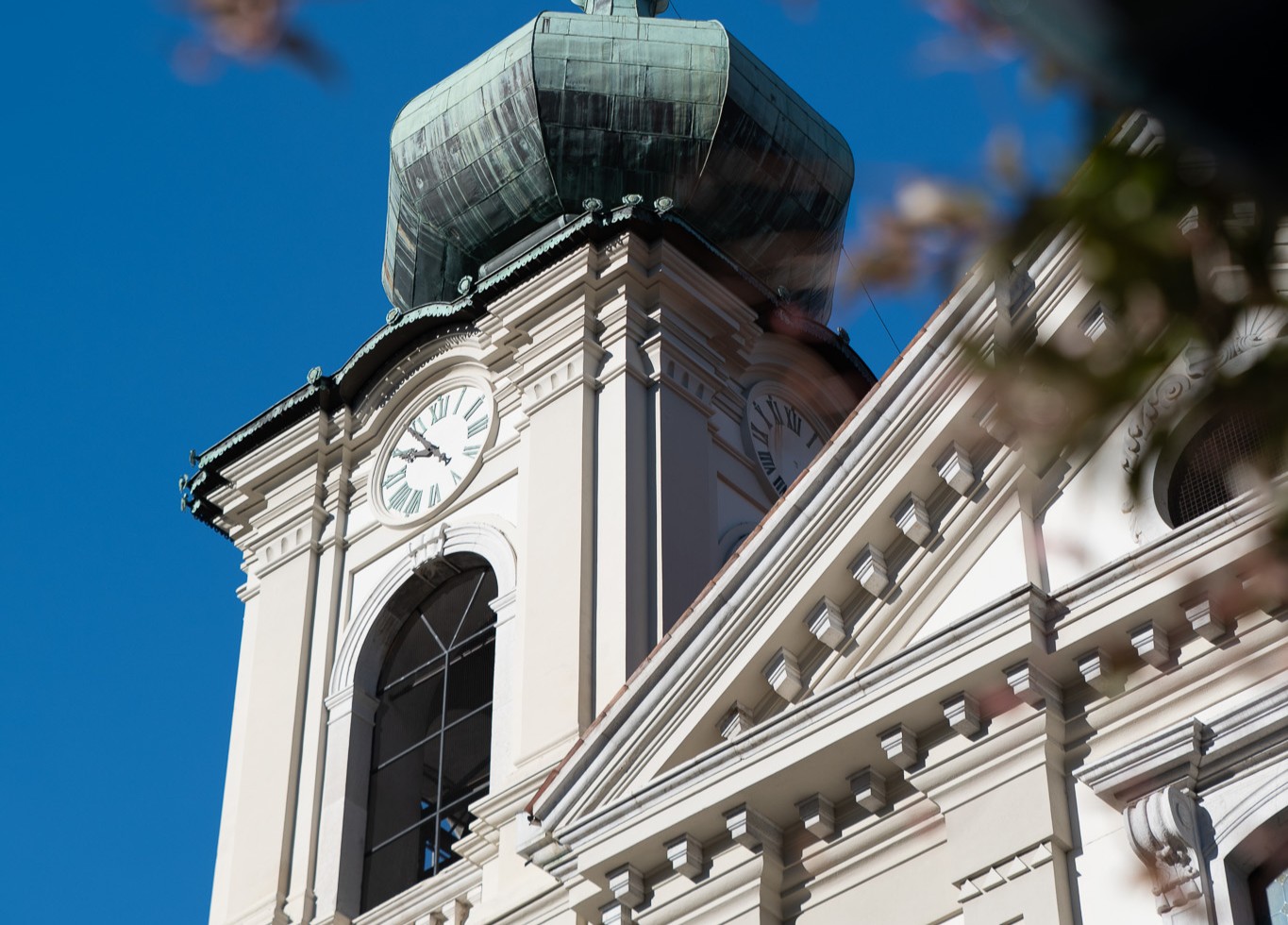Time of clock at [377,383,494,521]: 9:53
